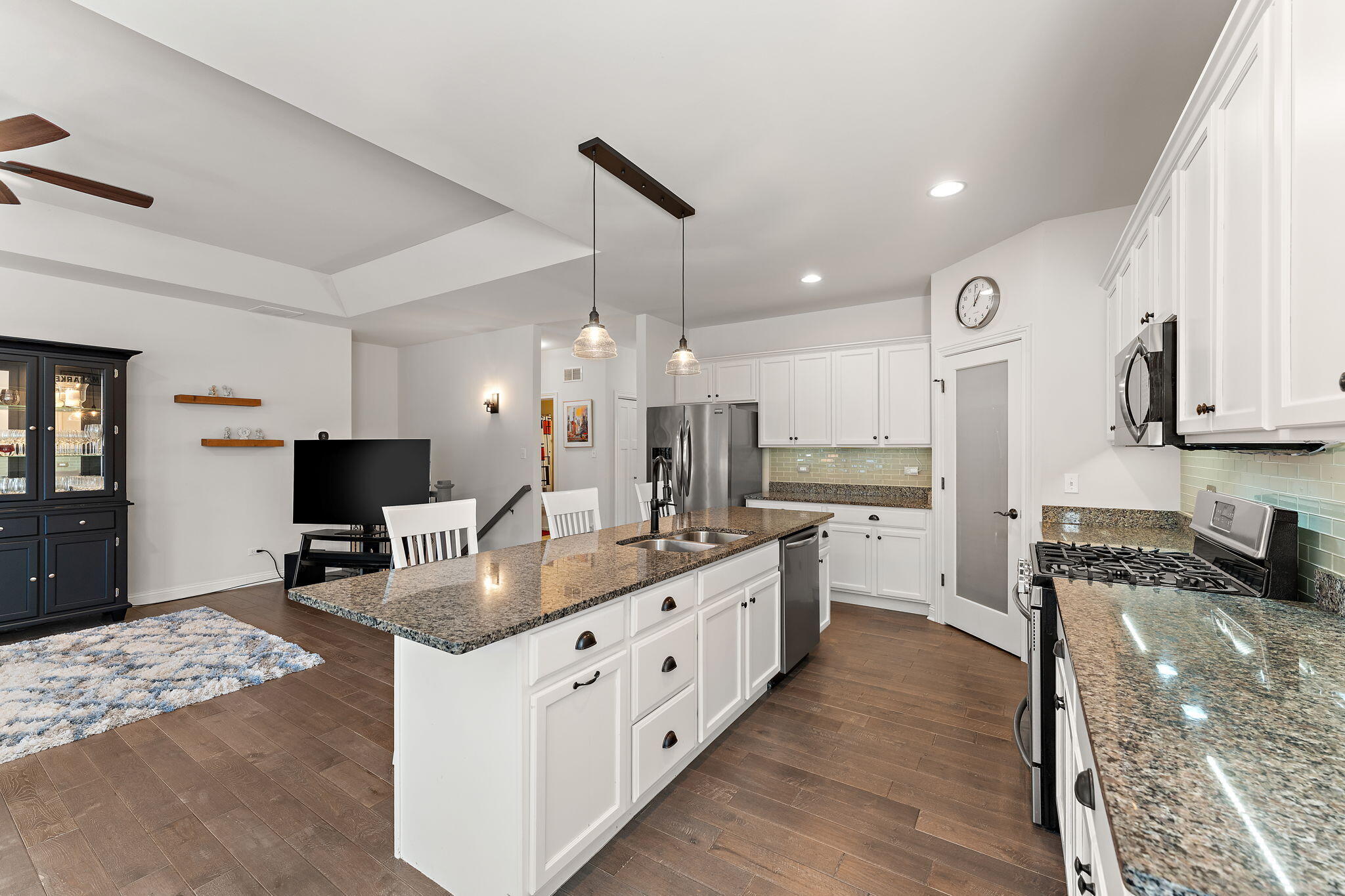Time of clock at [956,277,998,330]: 1:00
